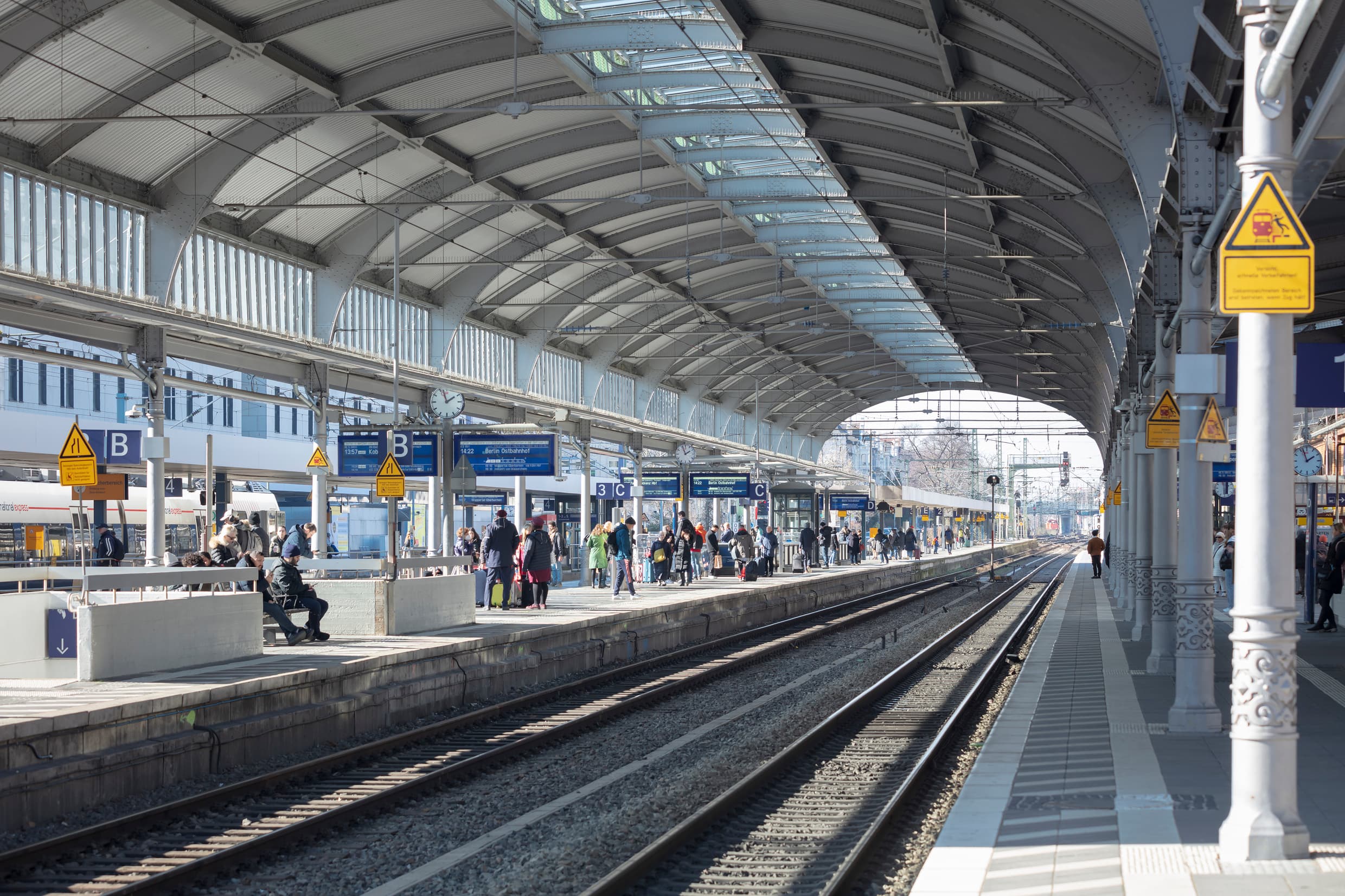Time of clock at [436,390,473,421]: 1:56
